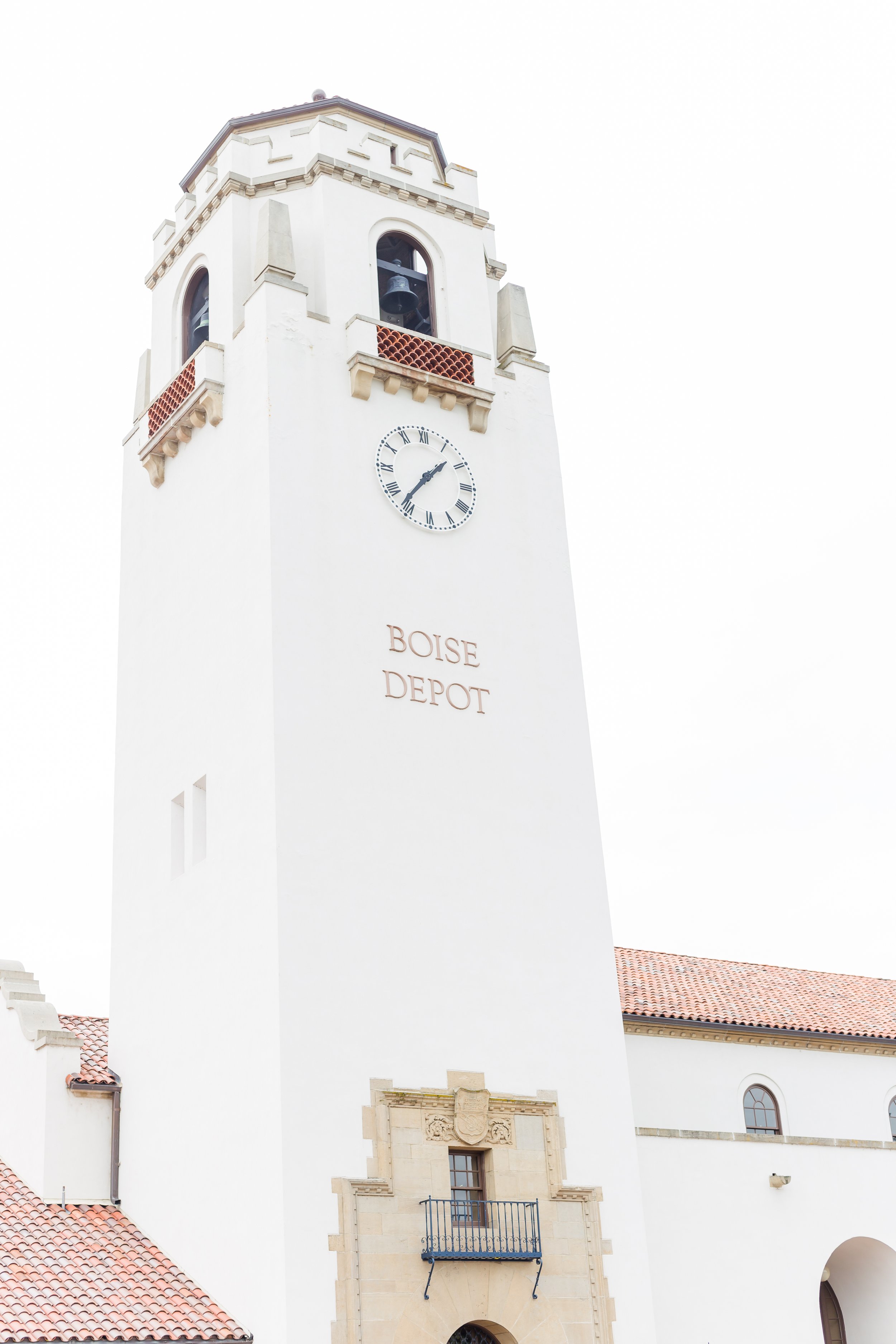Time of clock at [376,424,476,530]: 1:36
